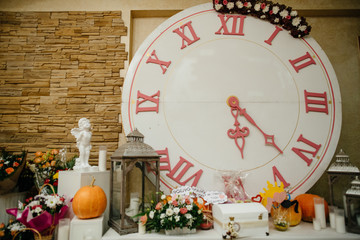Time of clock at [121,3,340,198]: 5:21
